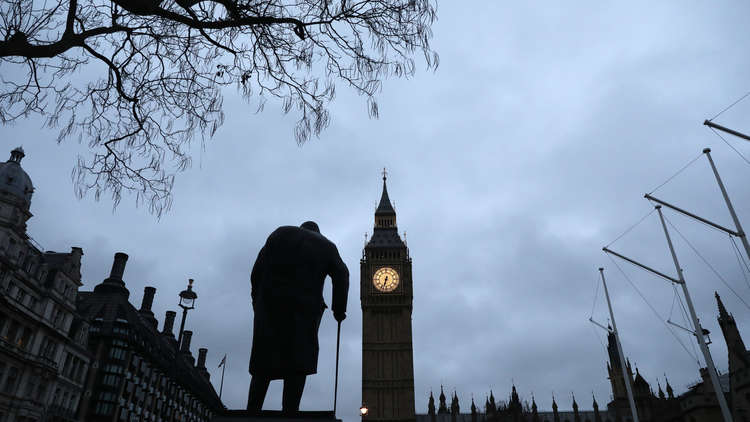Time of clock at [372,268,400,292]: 6:32
